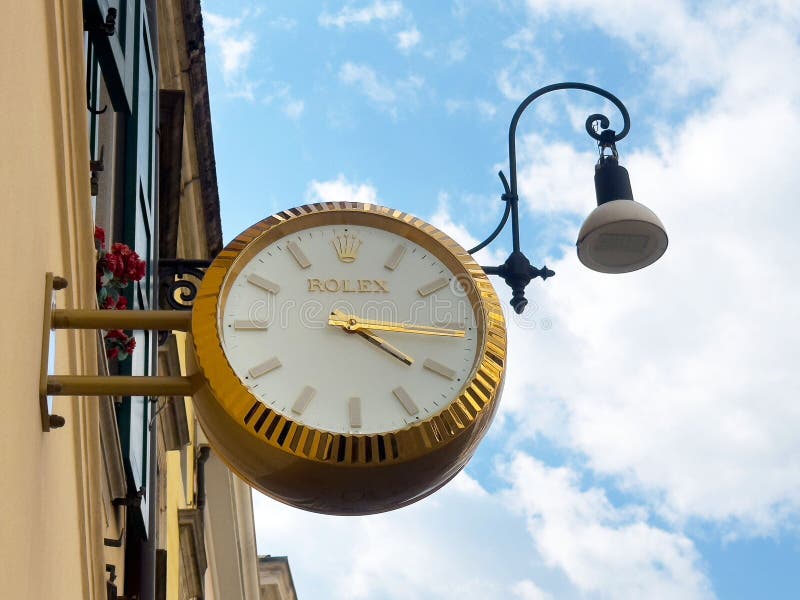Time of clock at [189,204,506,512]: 4:15
